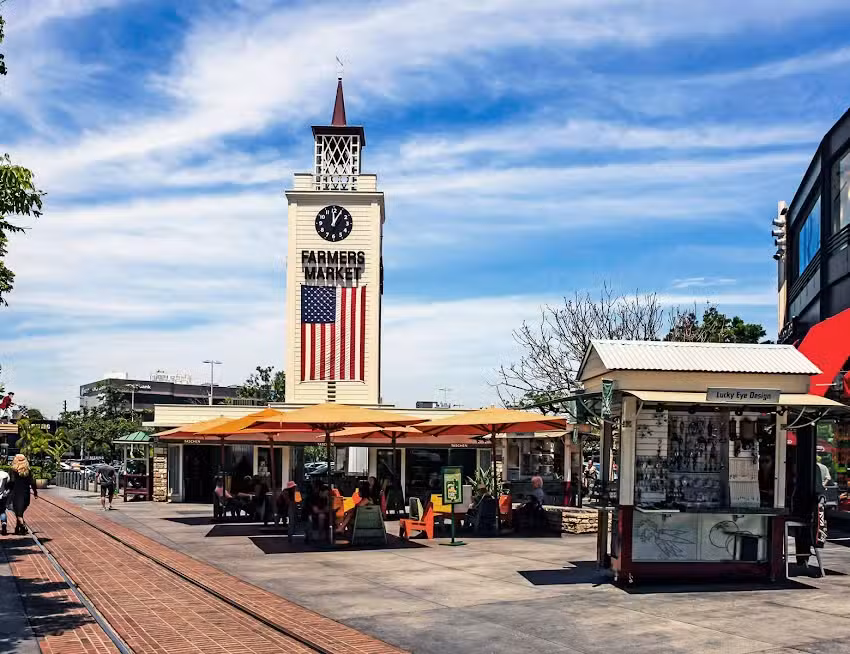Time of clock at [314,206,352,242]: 12:05
